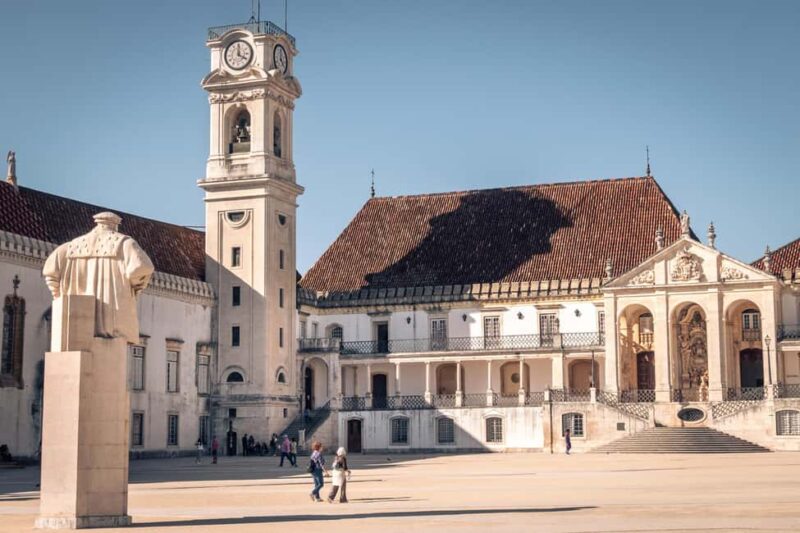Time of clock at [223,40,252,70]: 4:00
